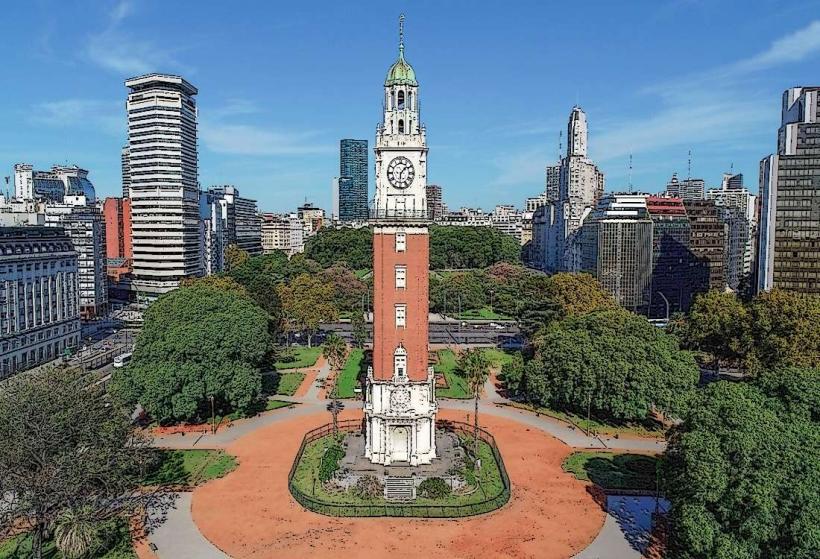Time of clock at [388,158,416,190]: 1:30
